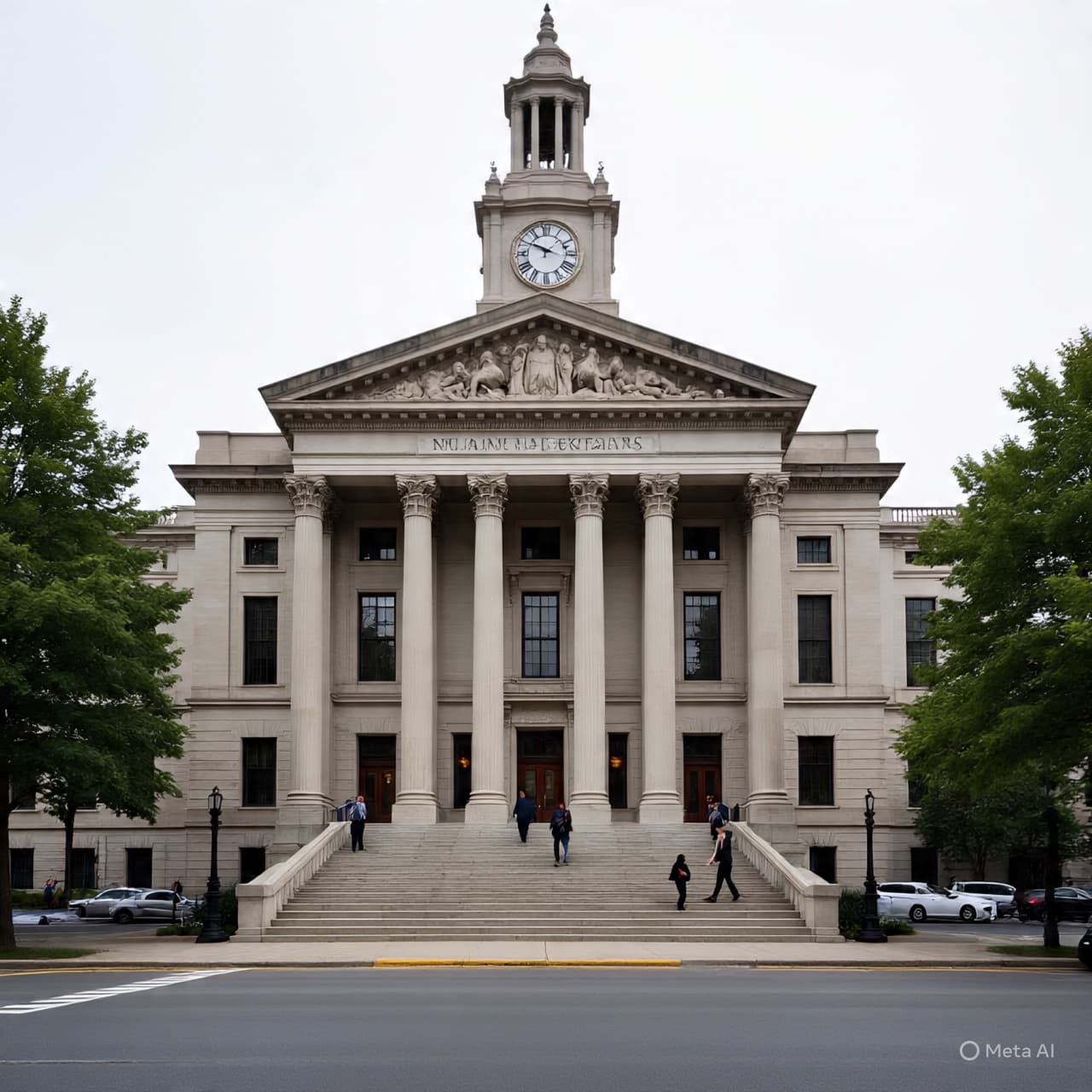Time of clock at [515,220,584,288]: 9:48
